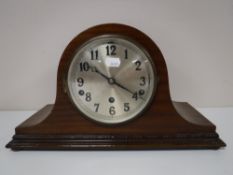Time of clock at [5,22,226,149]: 10:20
